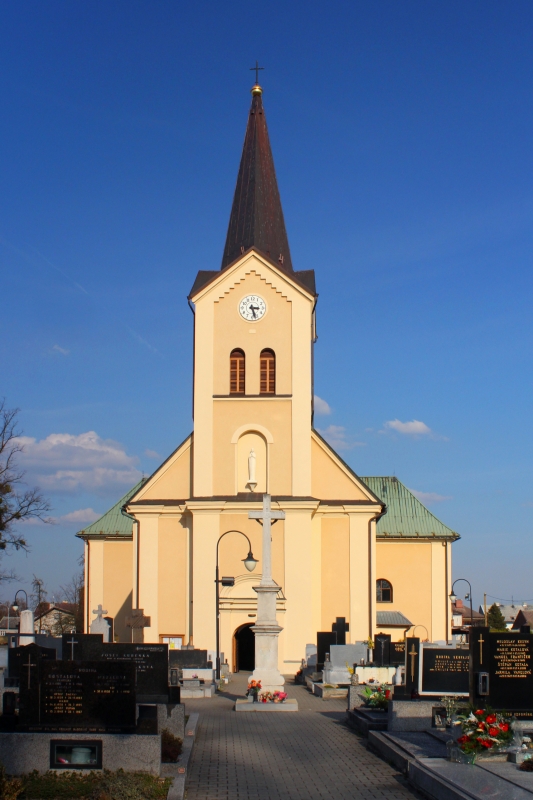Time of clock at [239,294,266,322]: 3:27
